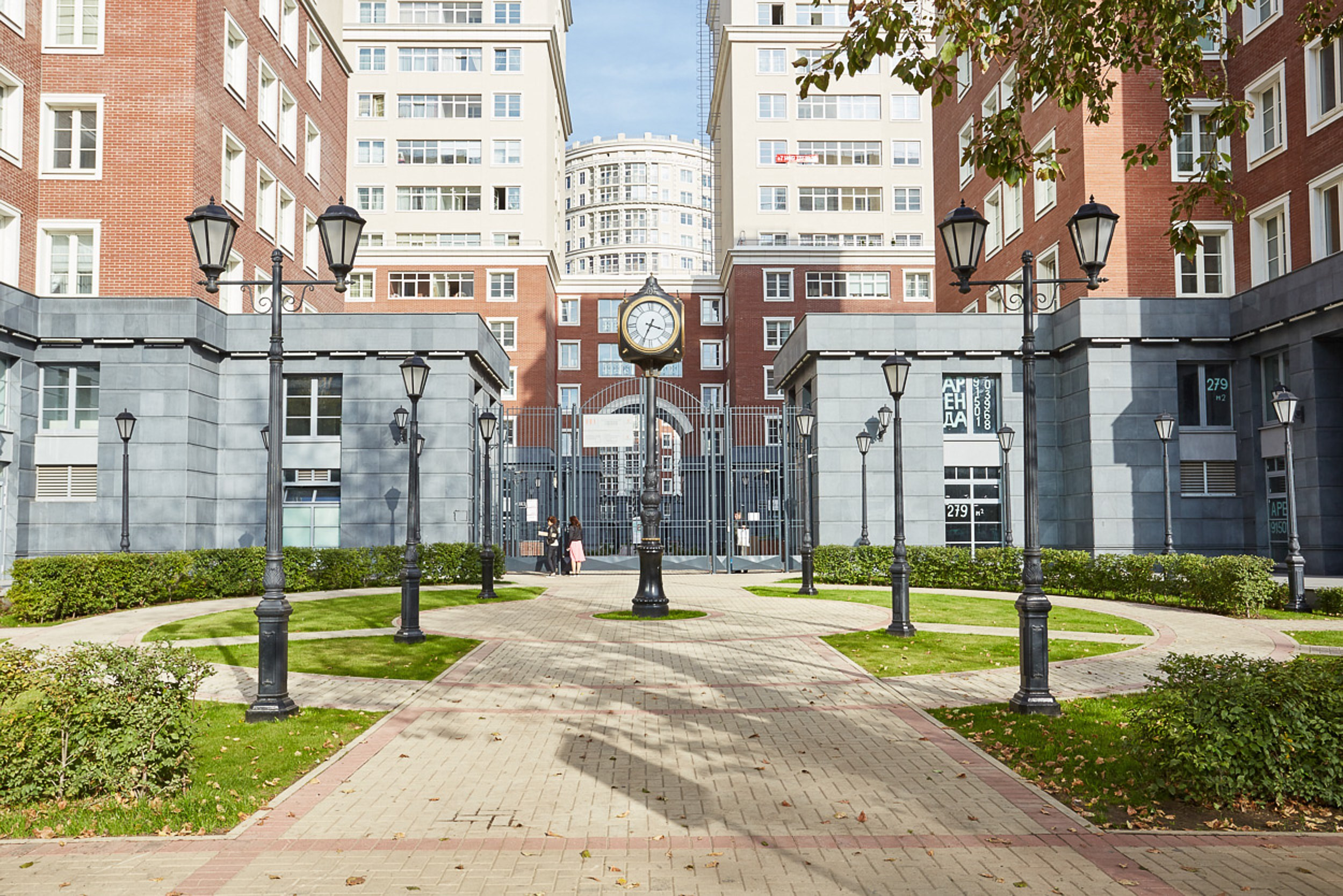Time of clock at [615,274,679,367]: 3:34
